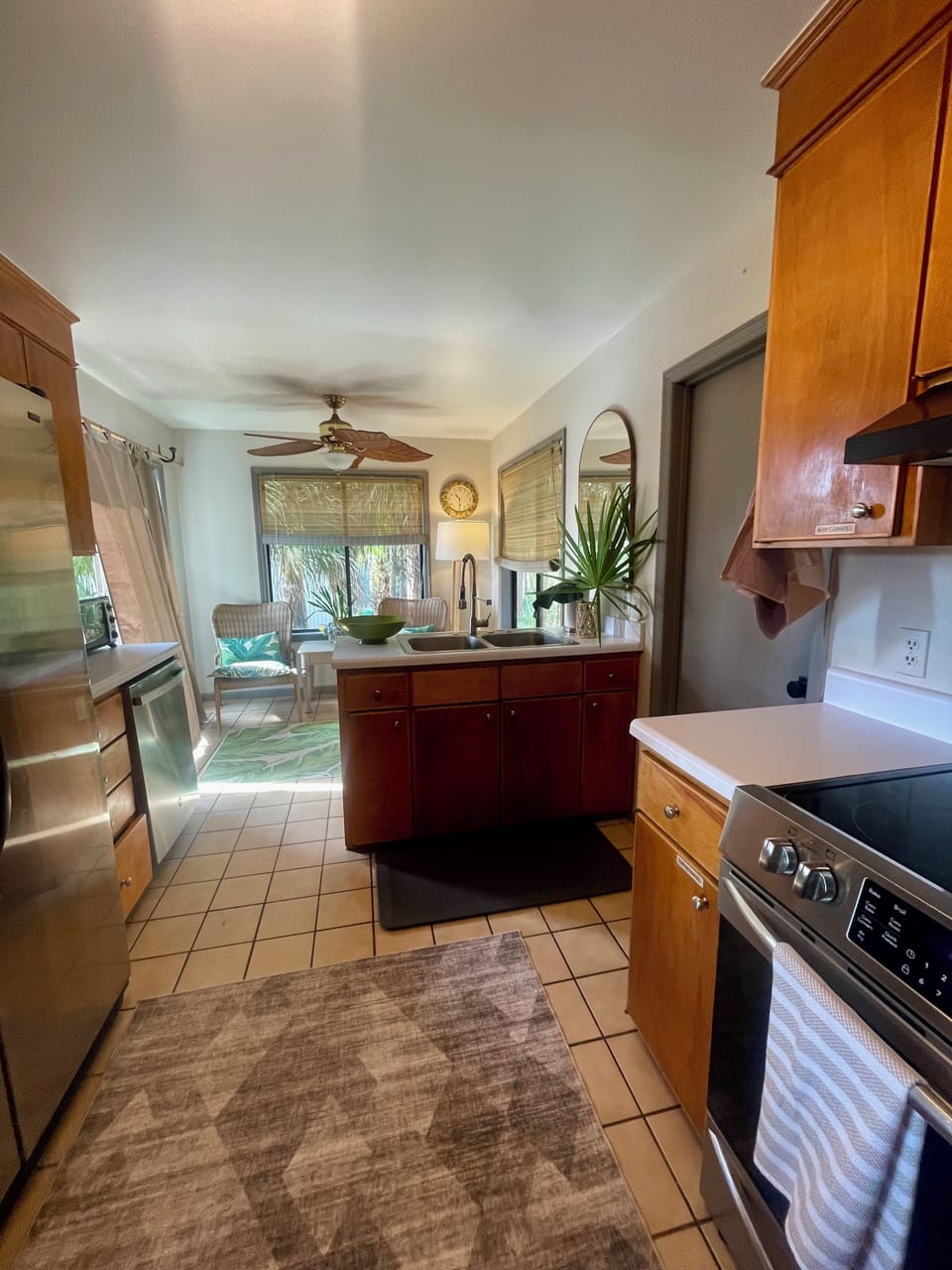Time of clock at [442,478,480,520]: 10:30
